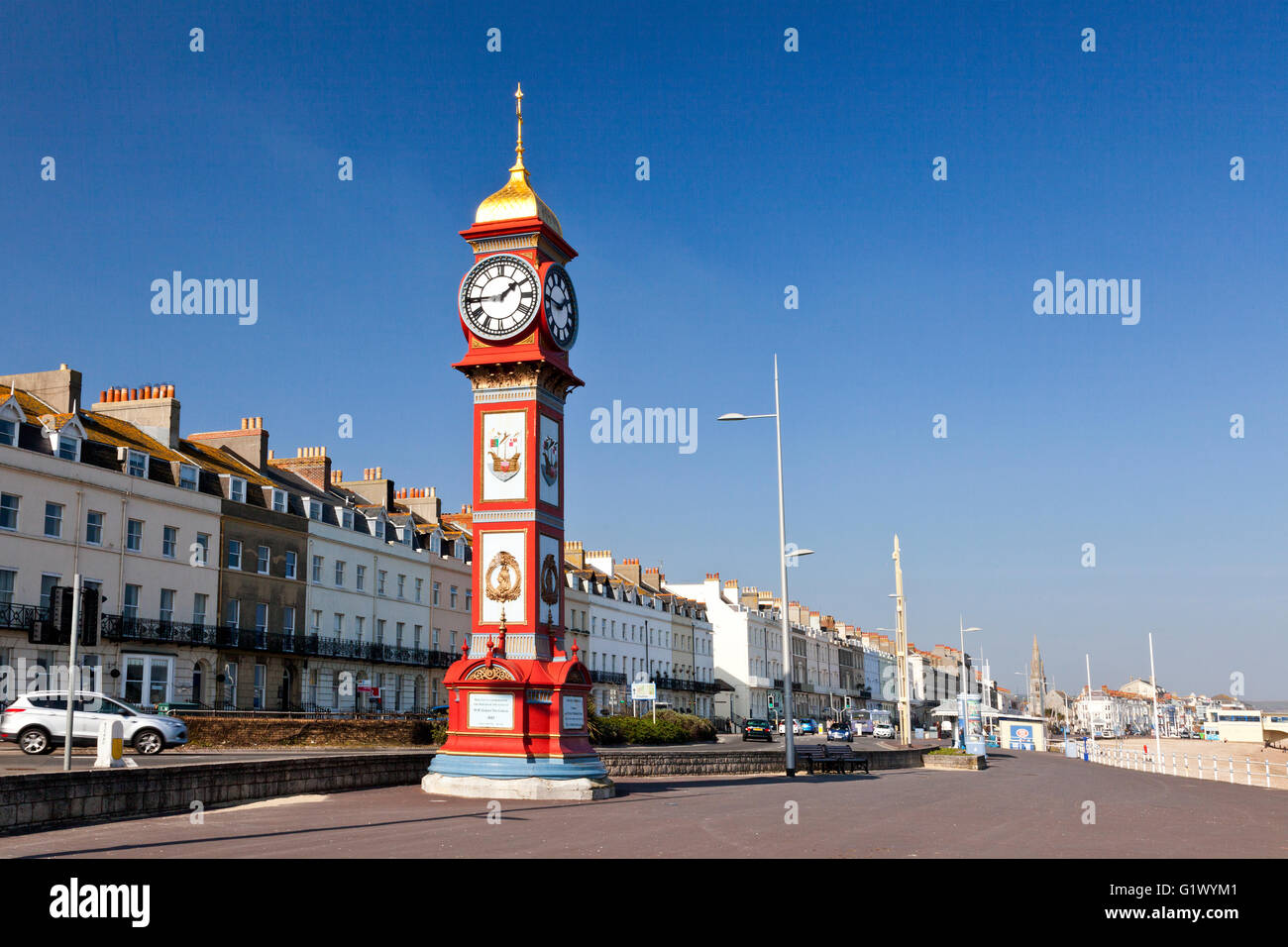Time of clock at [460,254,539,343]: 1:44
